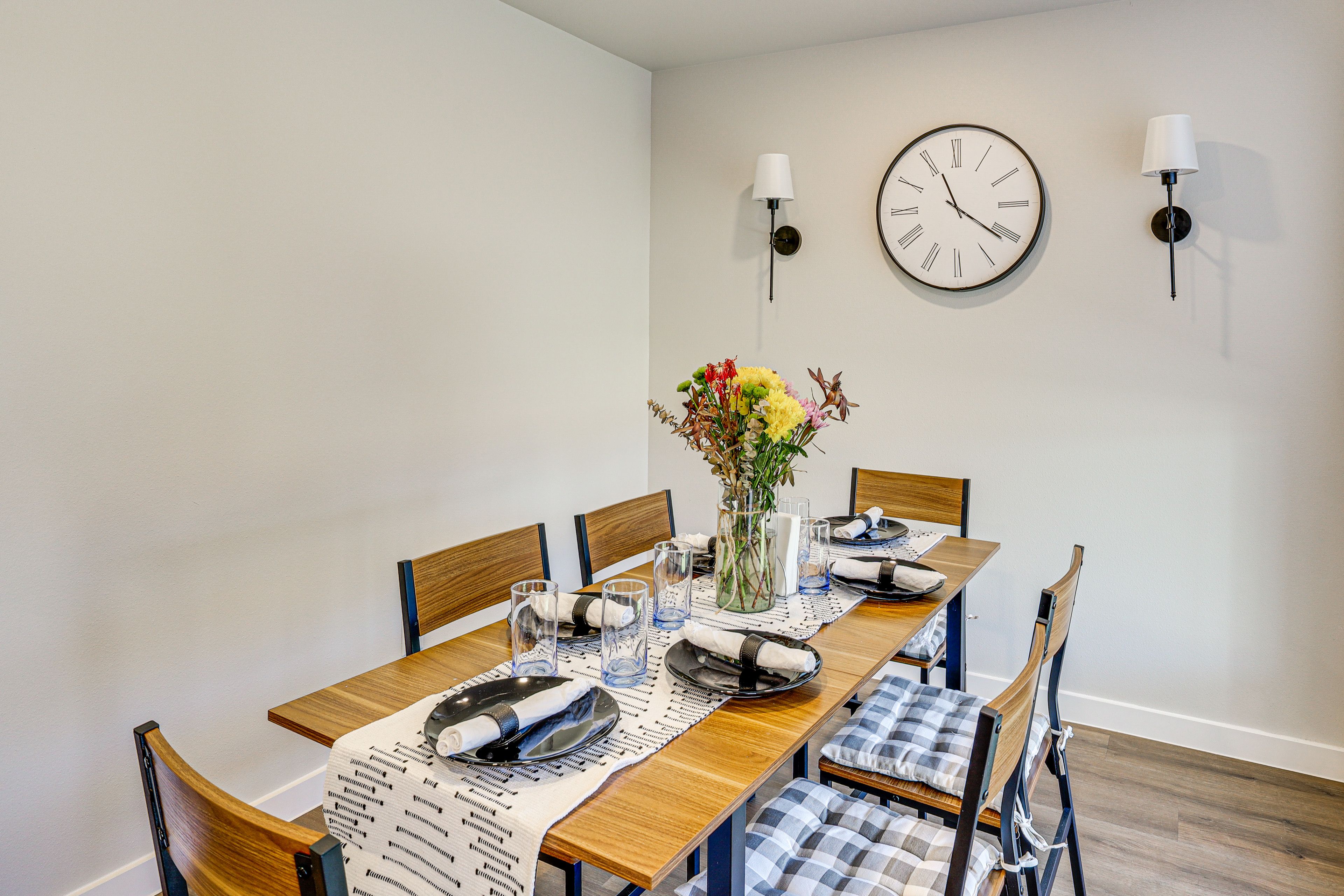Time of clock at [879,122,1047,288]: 11:20
